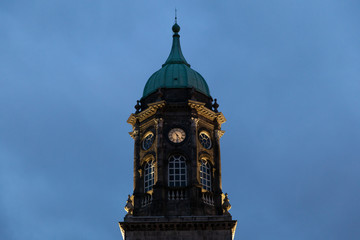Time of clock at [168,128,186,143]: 5:54
